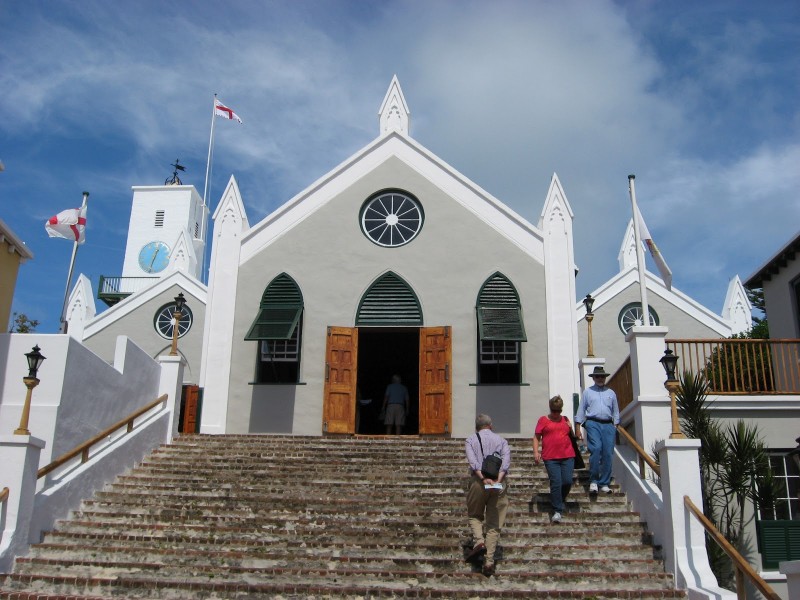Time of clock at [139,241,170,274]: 12:32
